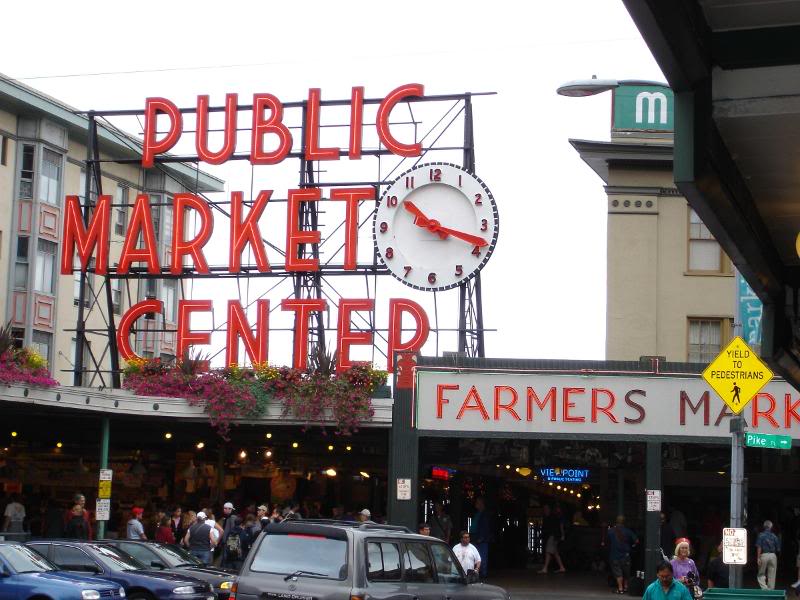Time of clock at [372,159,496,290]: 10:18
